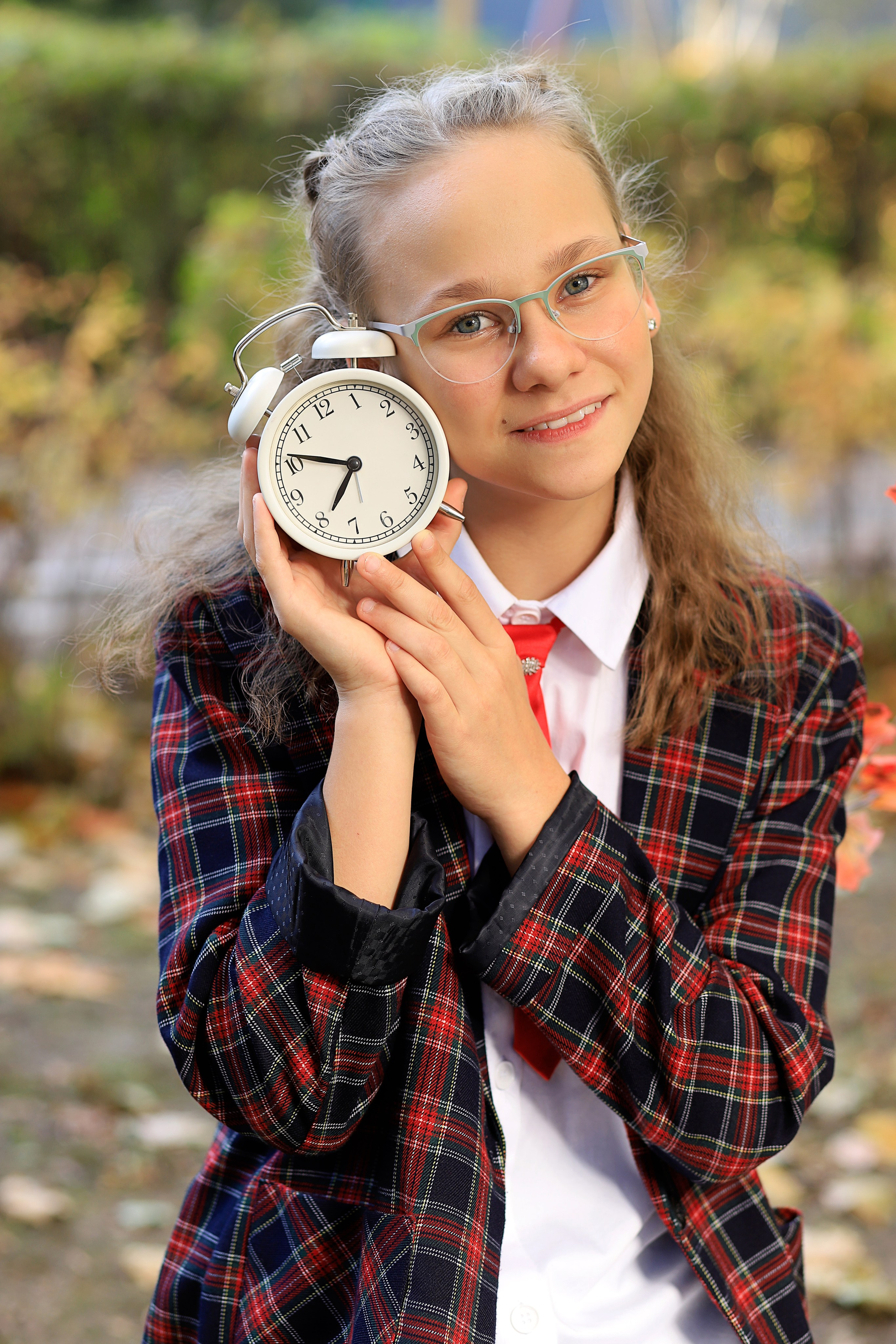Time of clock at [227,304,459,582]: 6:46
